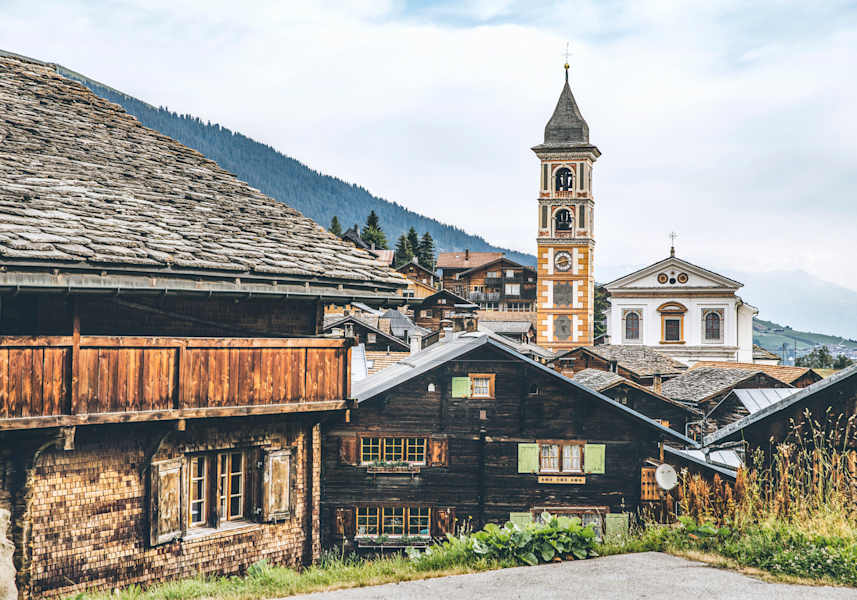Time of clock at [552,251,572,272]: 2:40
